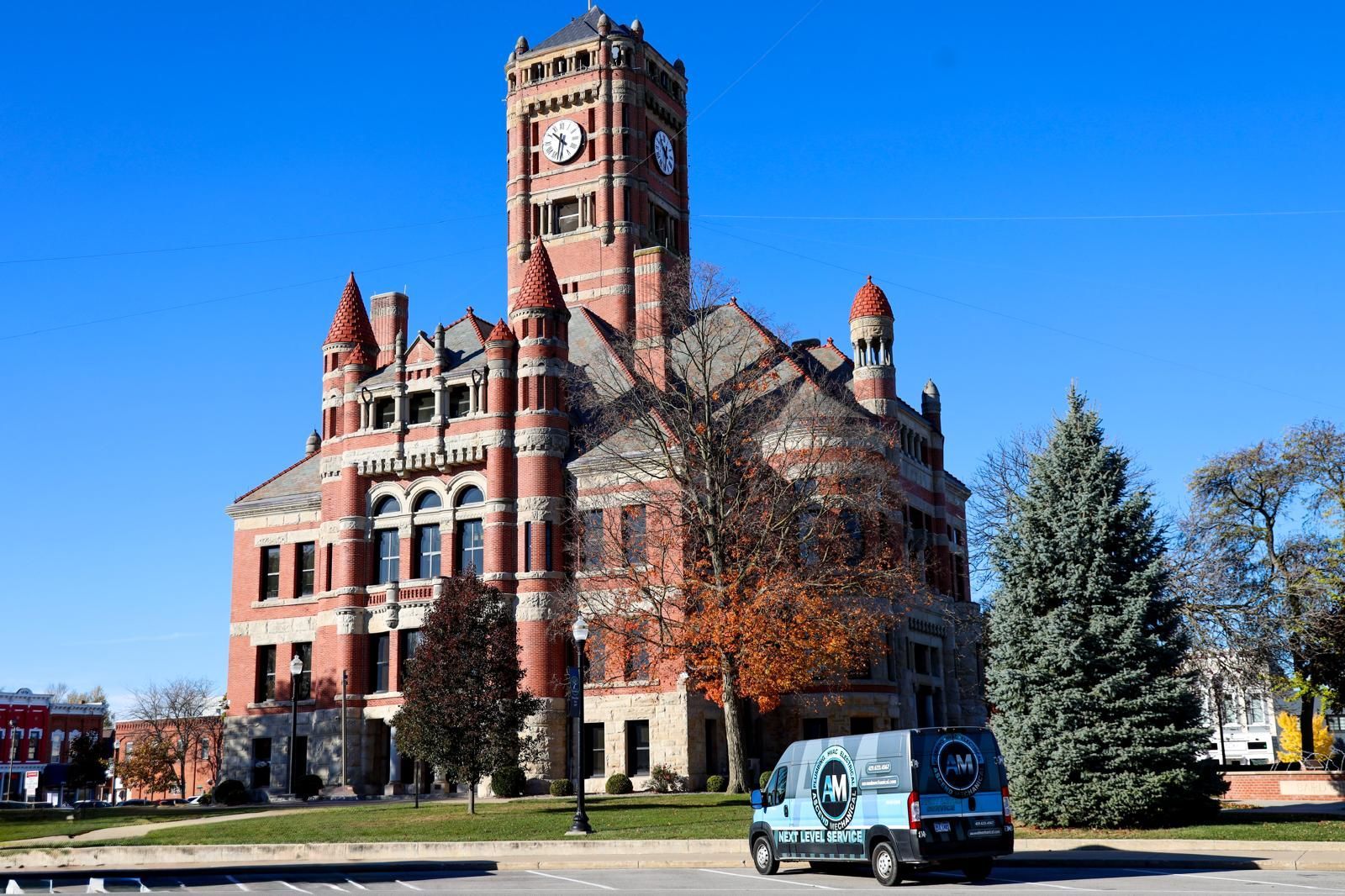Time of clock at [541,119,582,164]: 10:32
